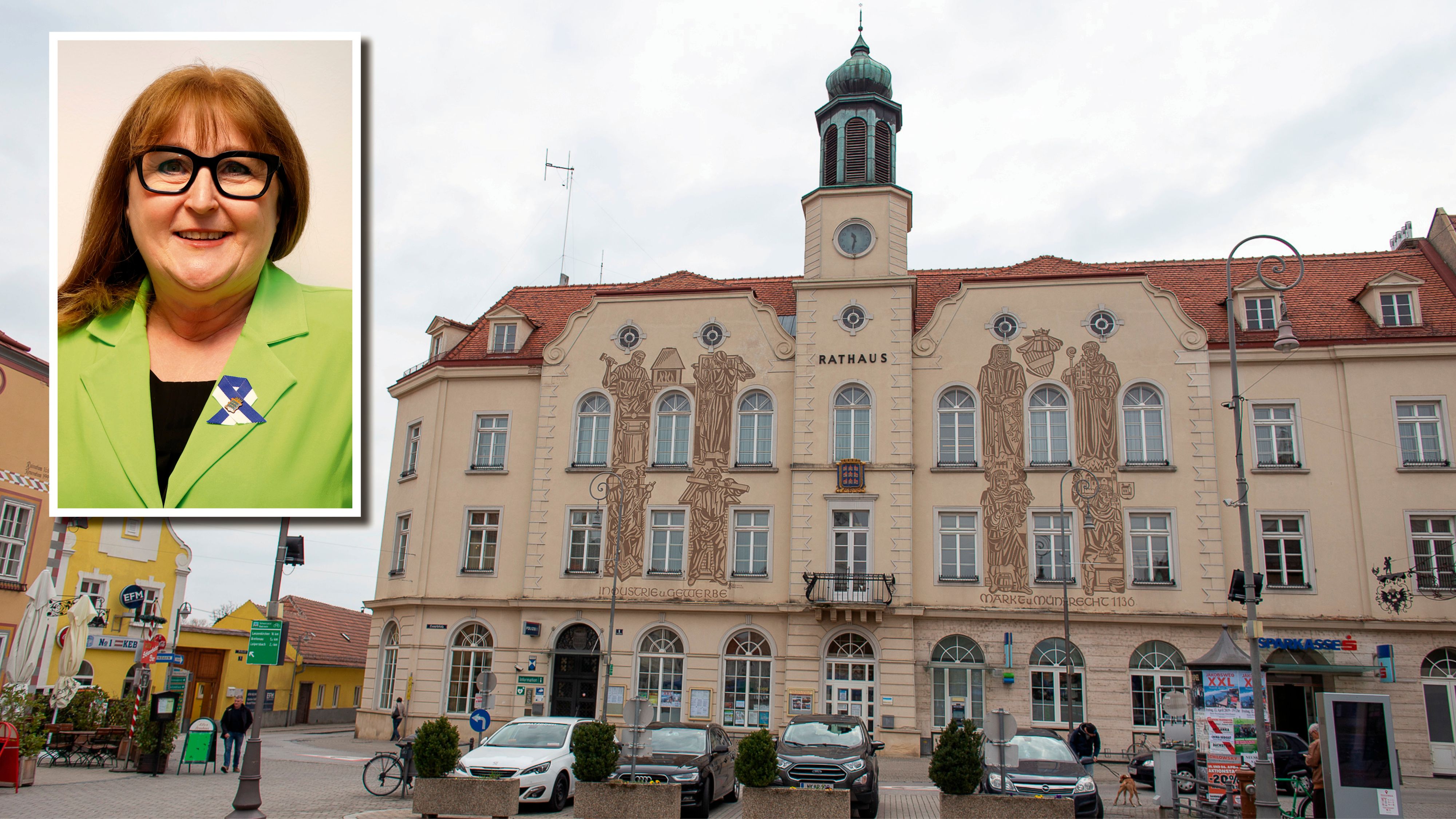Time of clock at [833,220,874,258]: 11:32
